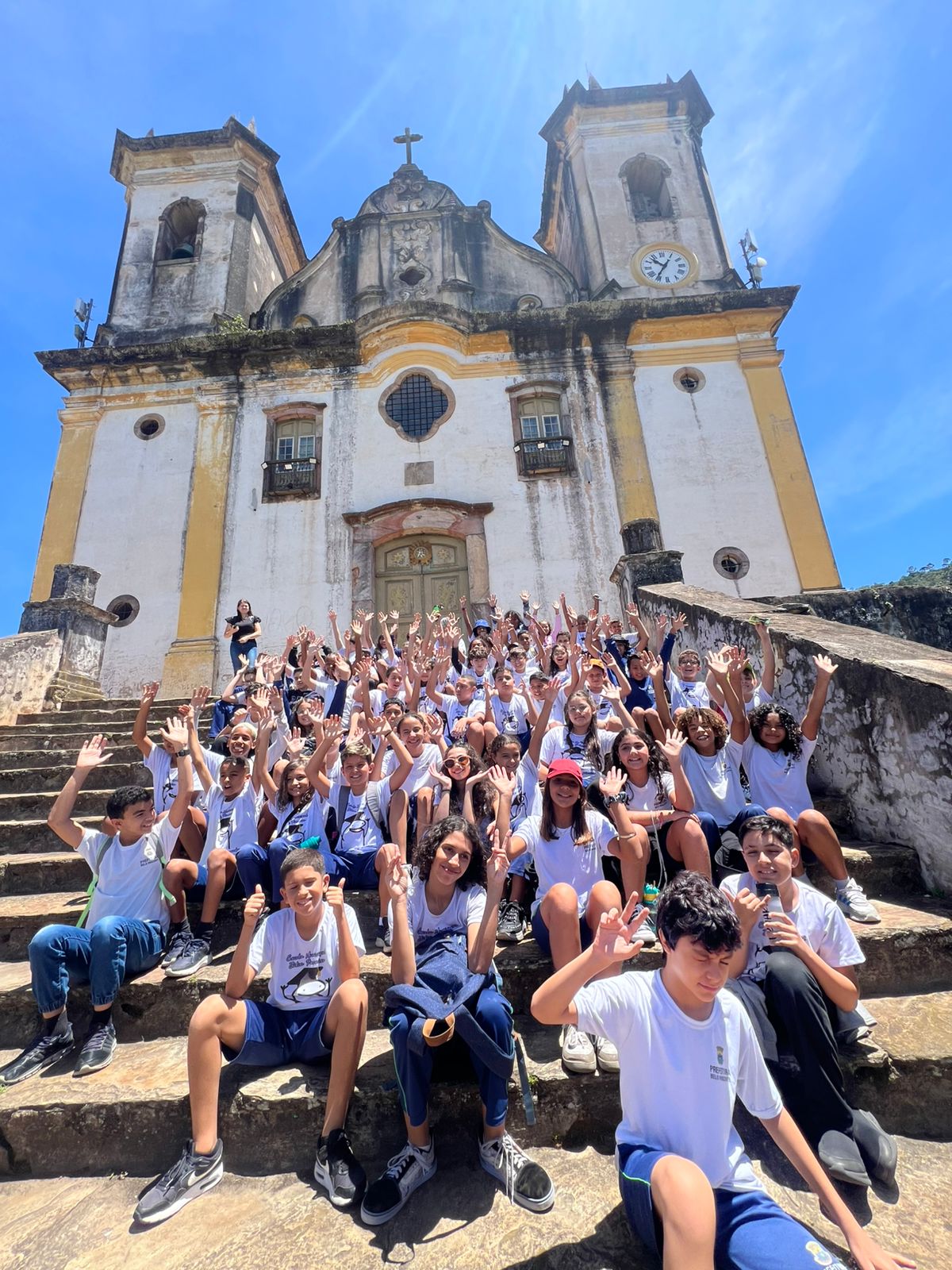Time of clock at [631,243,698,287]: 10:35
